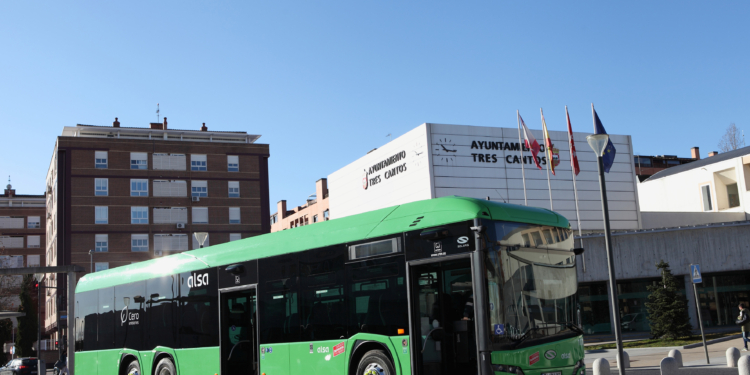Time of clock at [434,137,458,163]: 10:15
